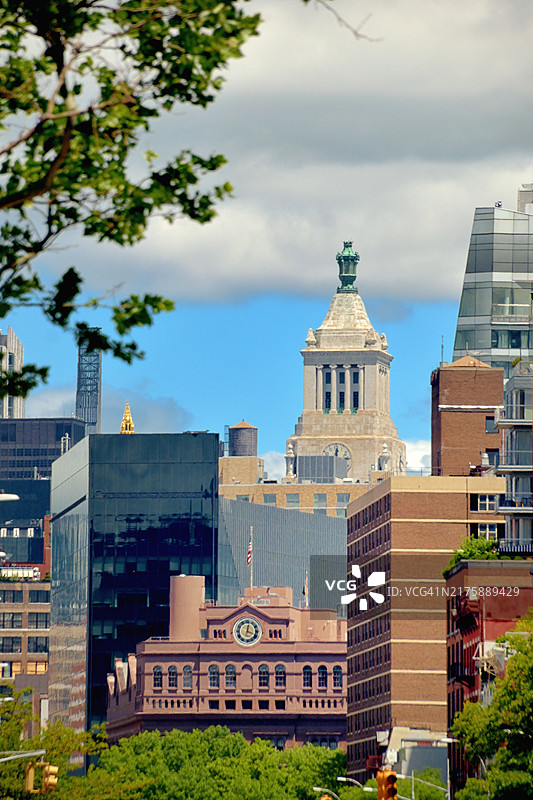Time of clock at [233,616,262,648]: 12:18
